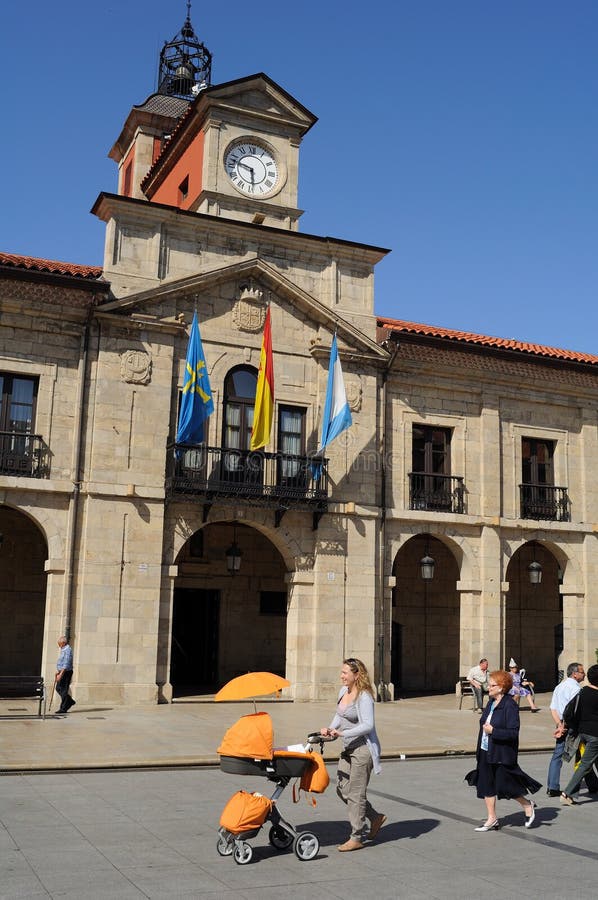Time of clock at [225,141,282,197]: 5:47
